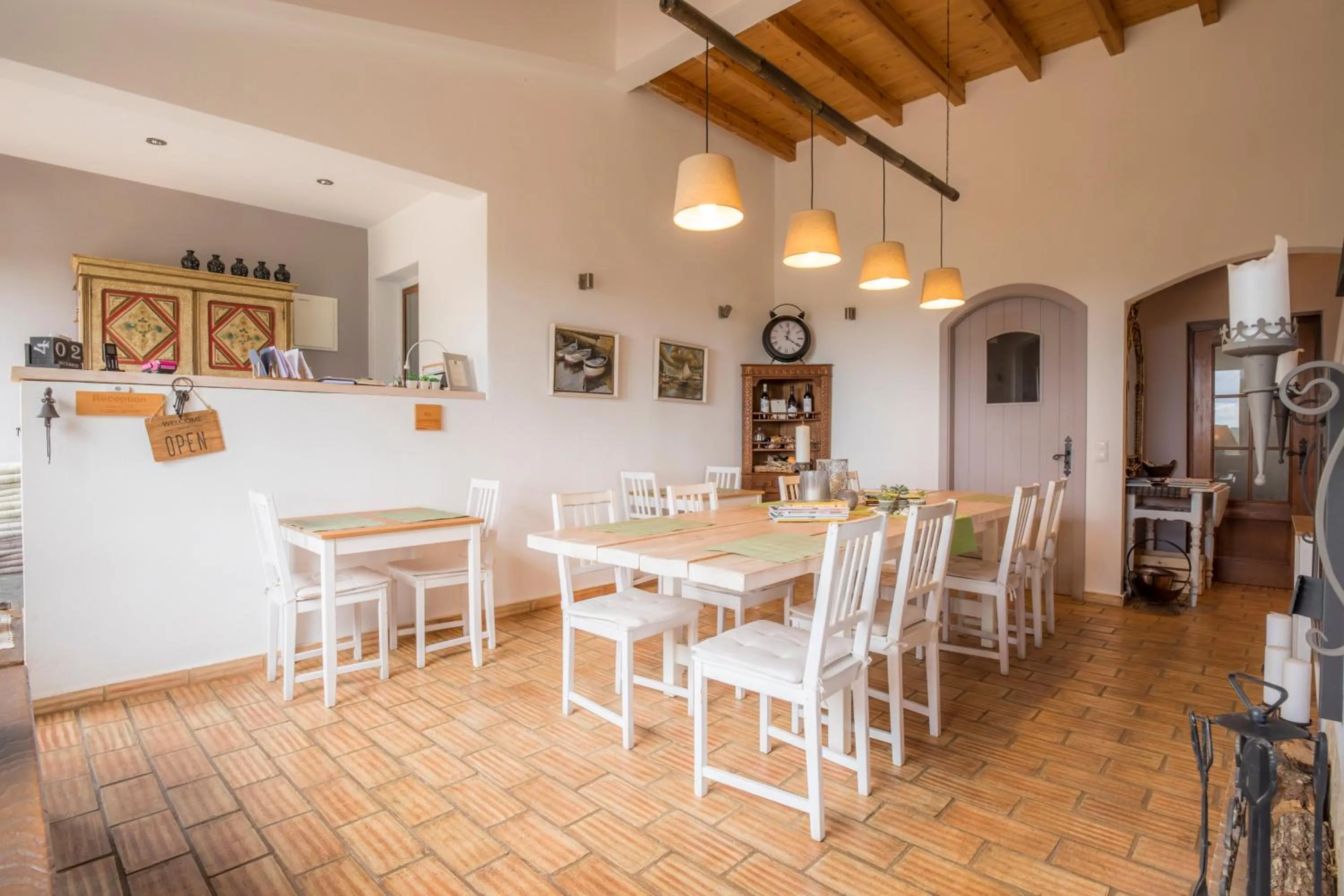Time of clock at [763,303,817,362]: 12:20
